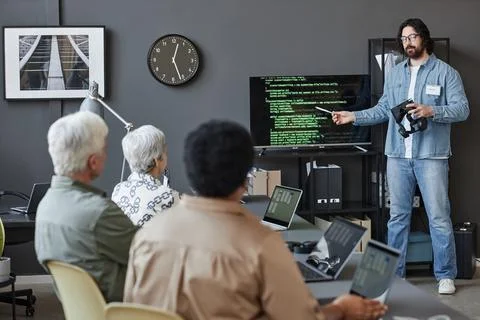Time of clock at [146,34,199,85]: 12:26
